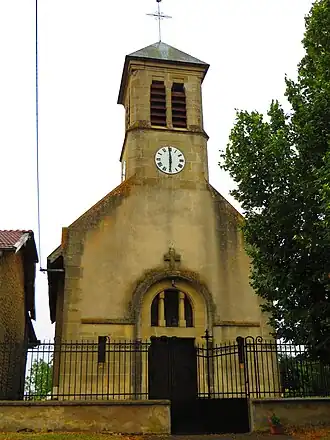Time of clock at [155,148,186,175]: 5:59
